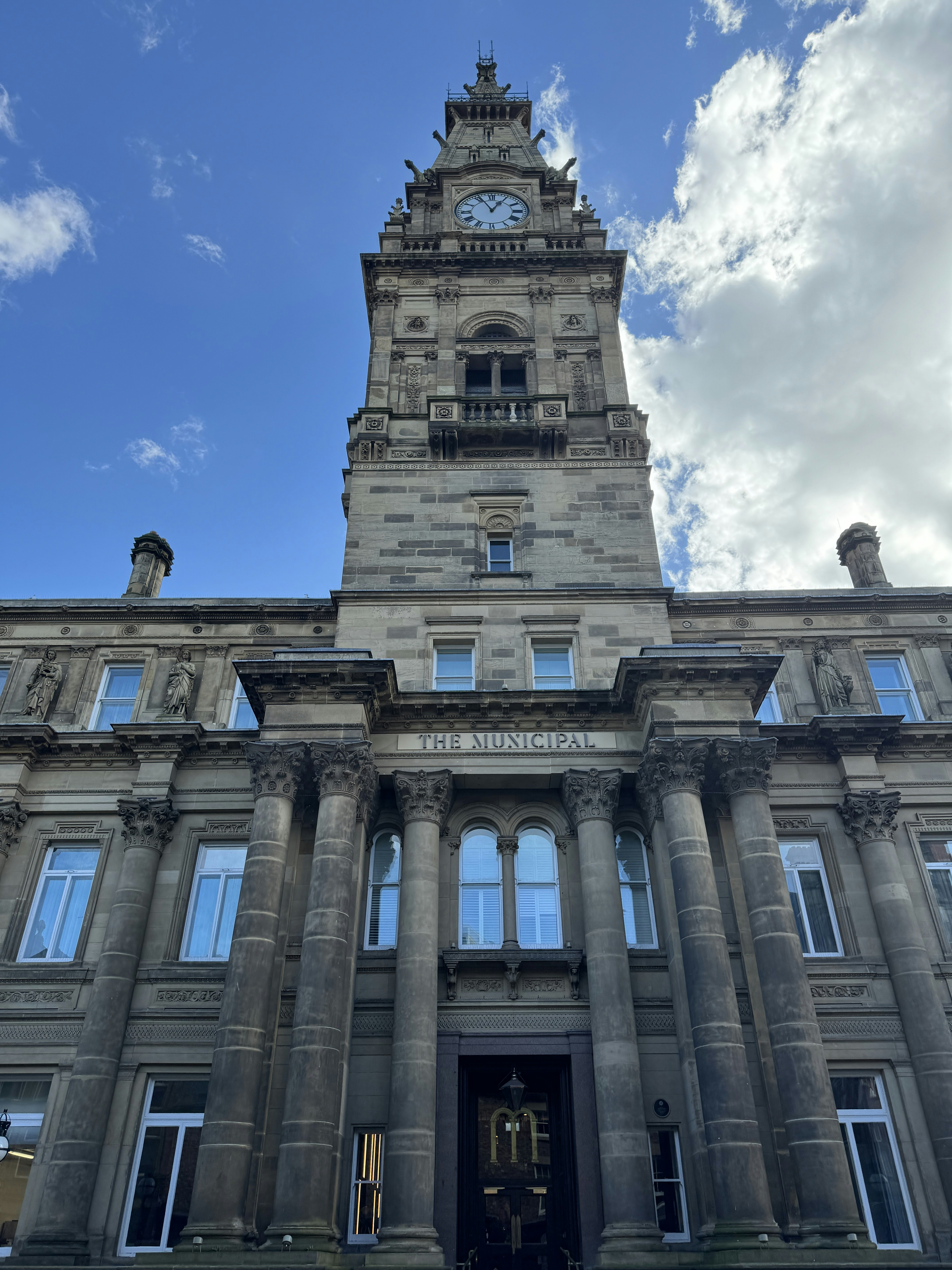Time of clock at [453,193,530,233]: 12:55
